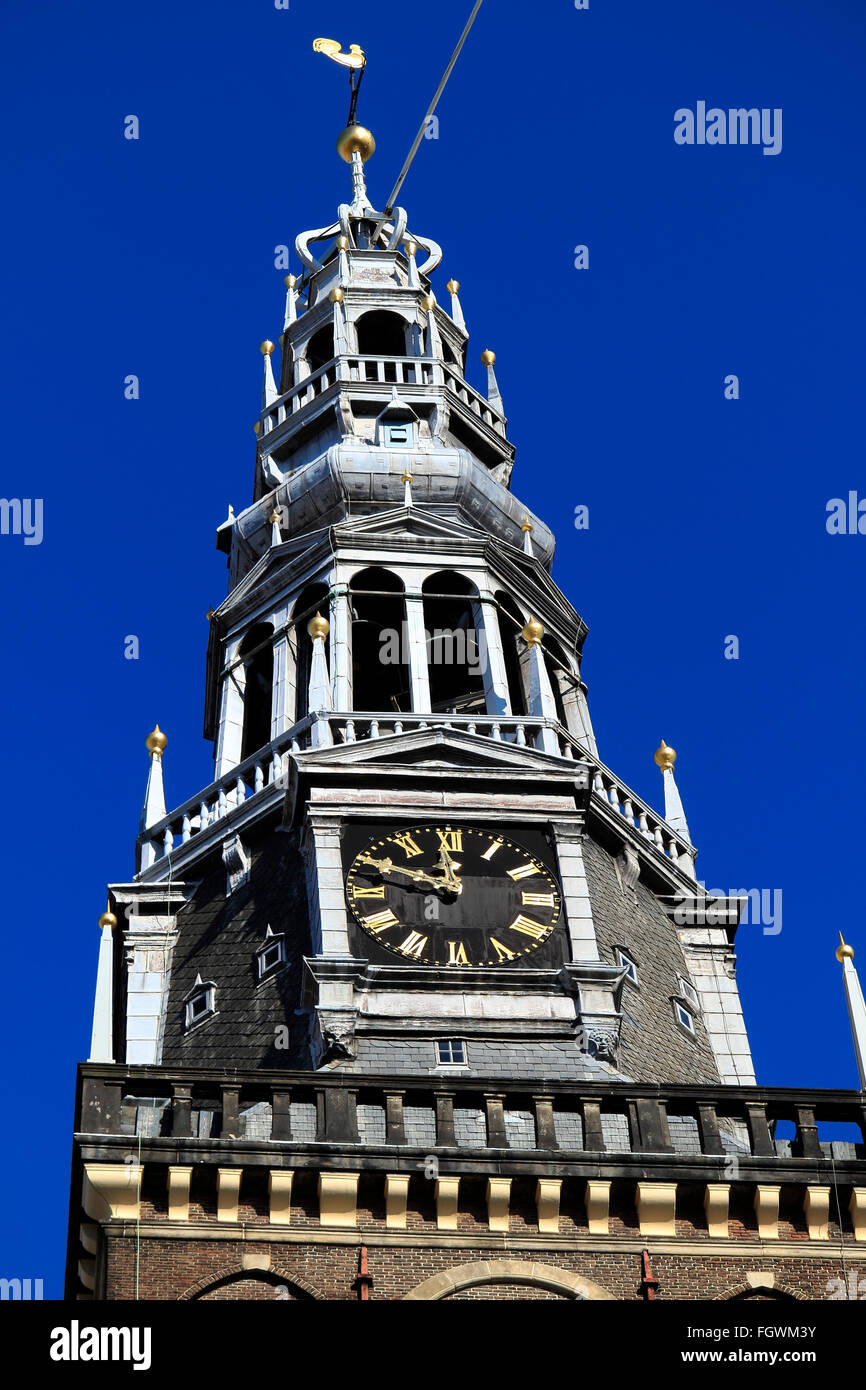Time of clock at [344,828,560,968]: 11:49
